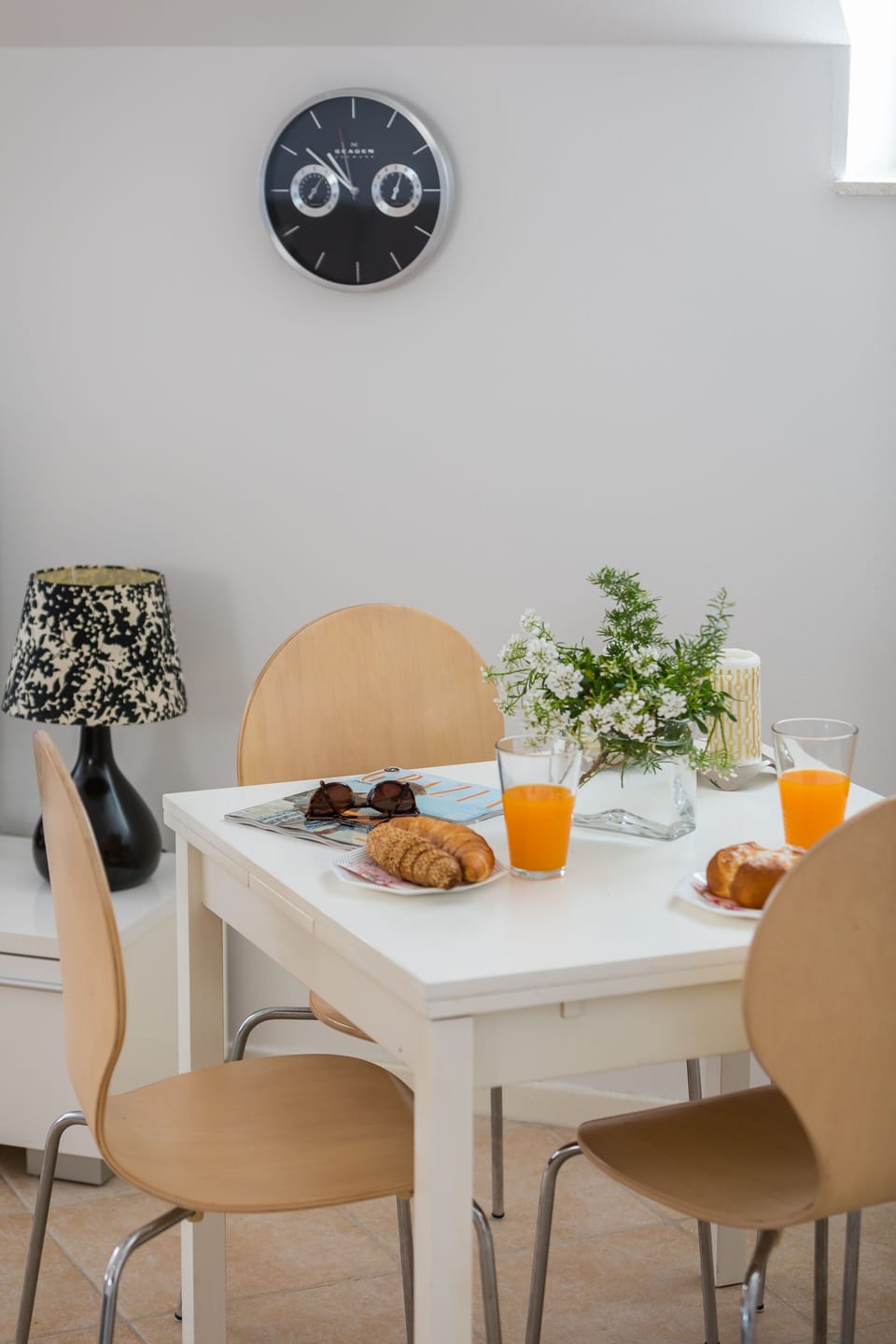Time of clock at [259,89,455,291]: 10:31
